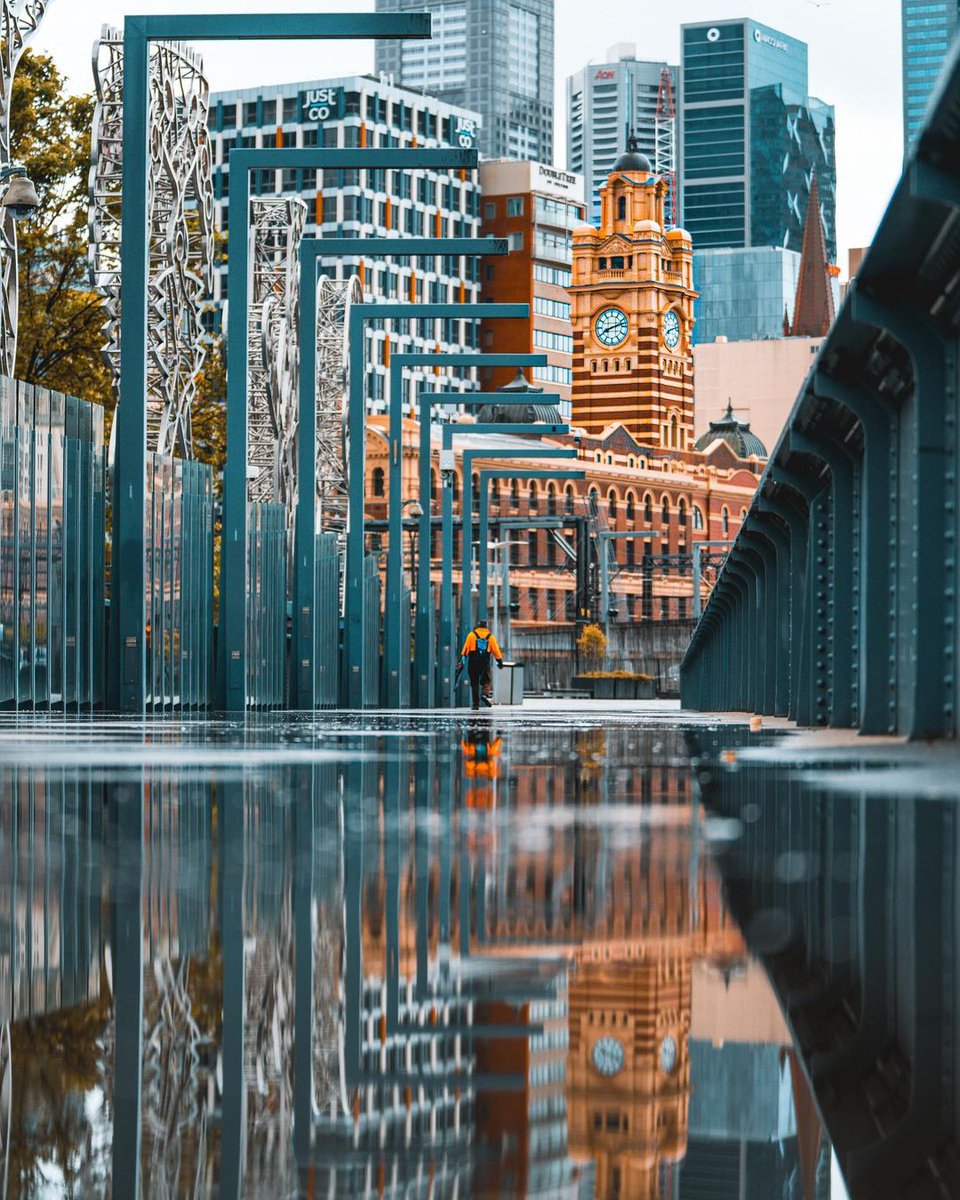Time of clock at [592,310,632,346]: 8:12
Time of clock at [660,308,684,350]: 8:12
